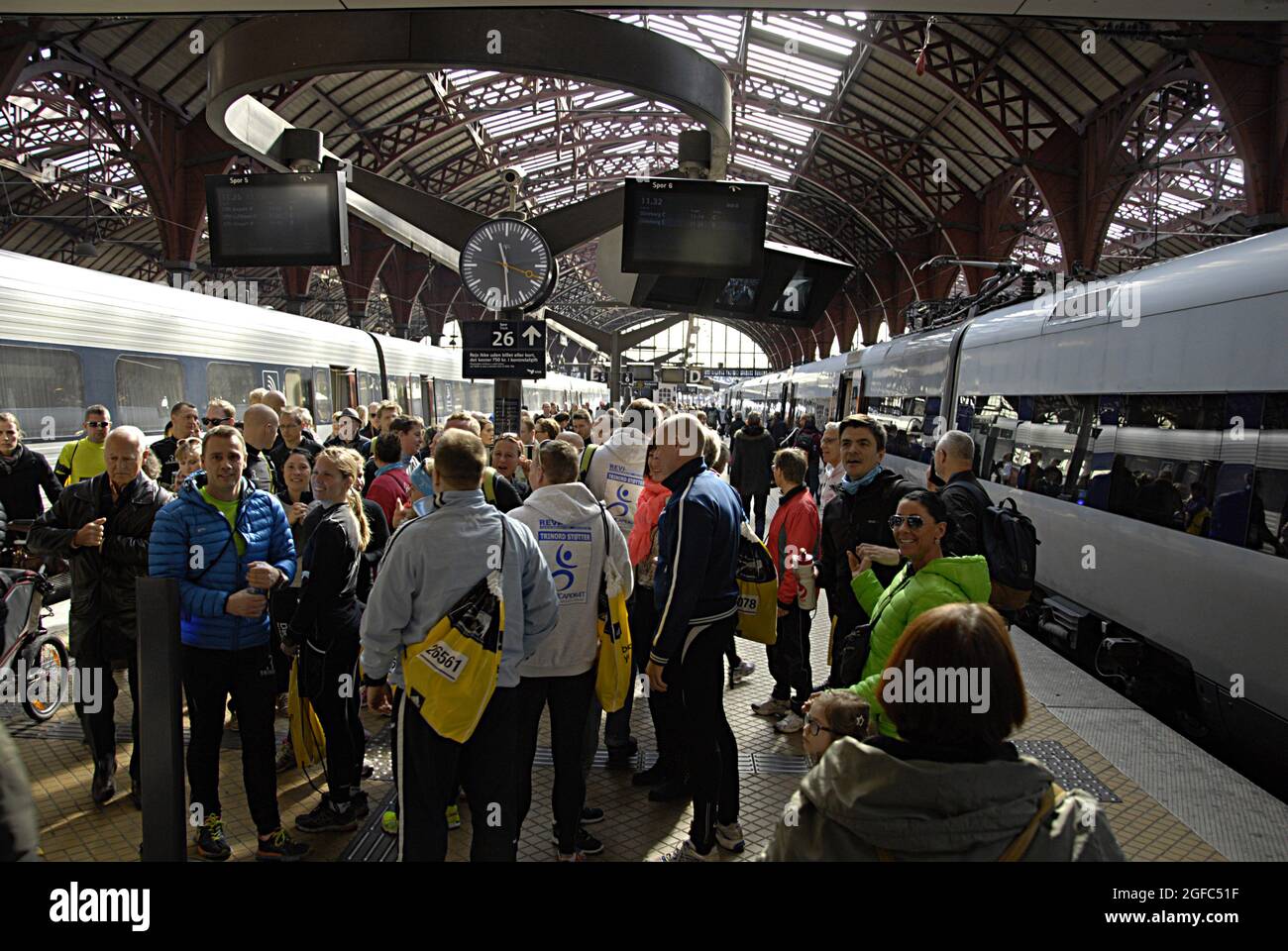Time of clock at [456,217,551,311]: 11:29
